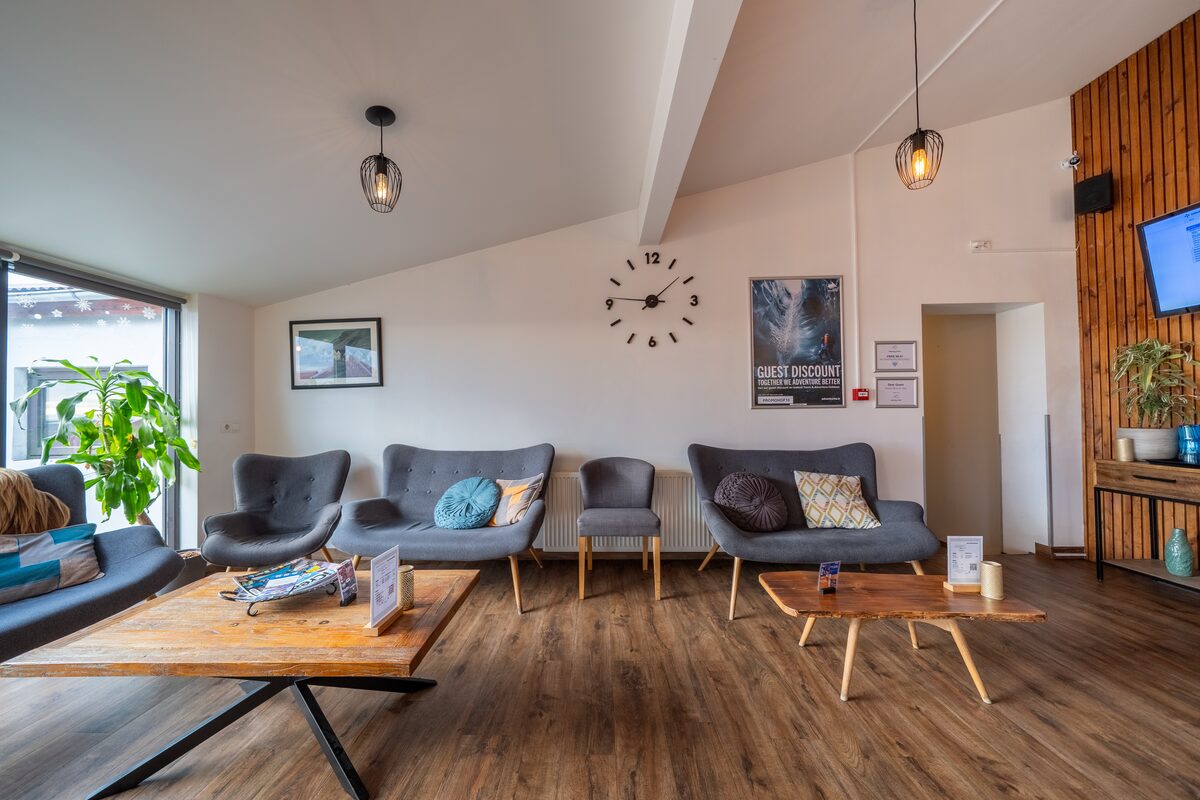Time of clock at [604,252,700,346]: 1:46
